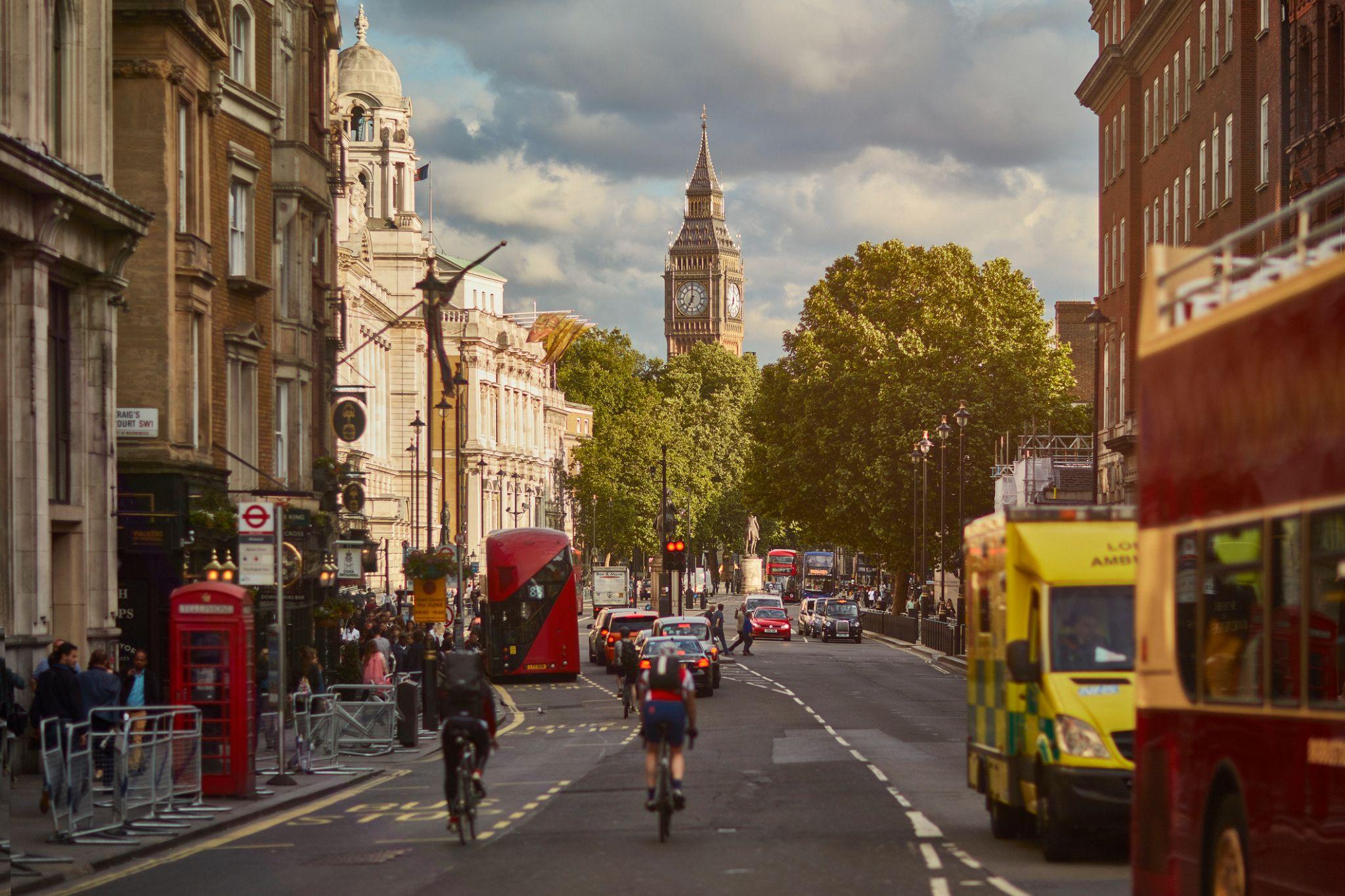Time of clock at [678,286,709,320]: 7:00
